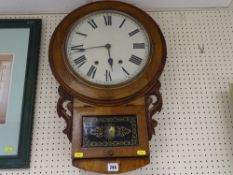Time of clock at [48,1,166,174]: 5:43
